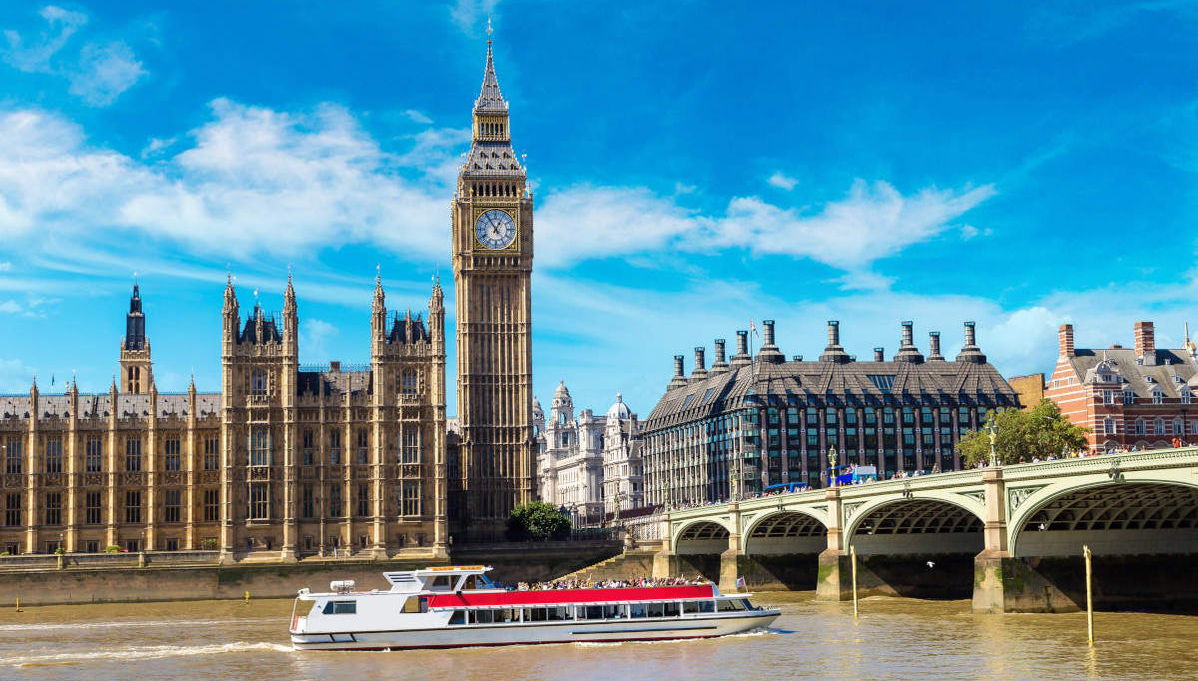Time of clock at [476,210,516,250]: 12:55
